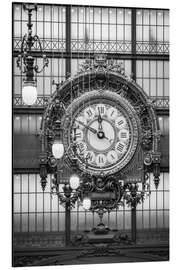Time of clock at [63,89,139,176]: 11:48
